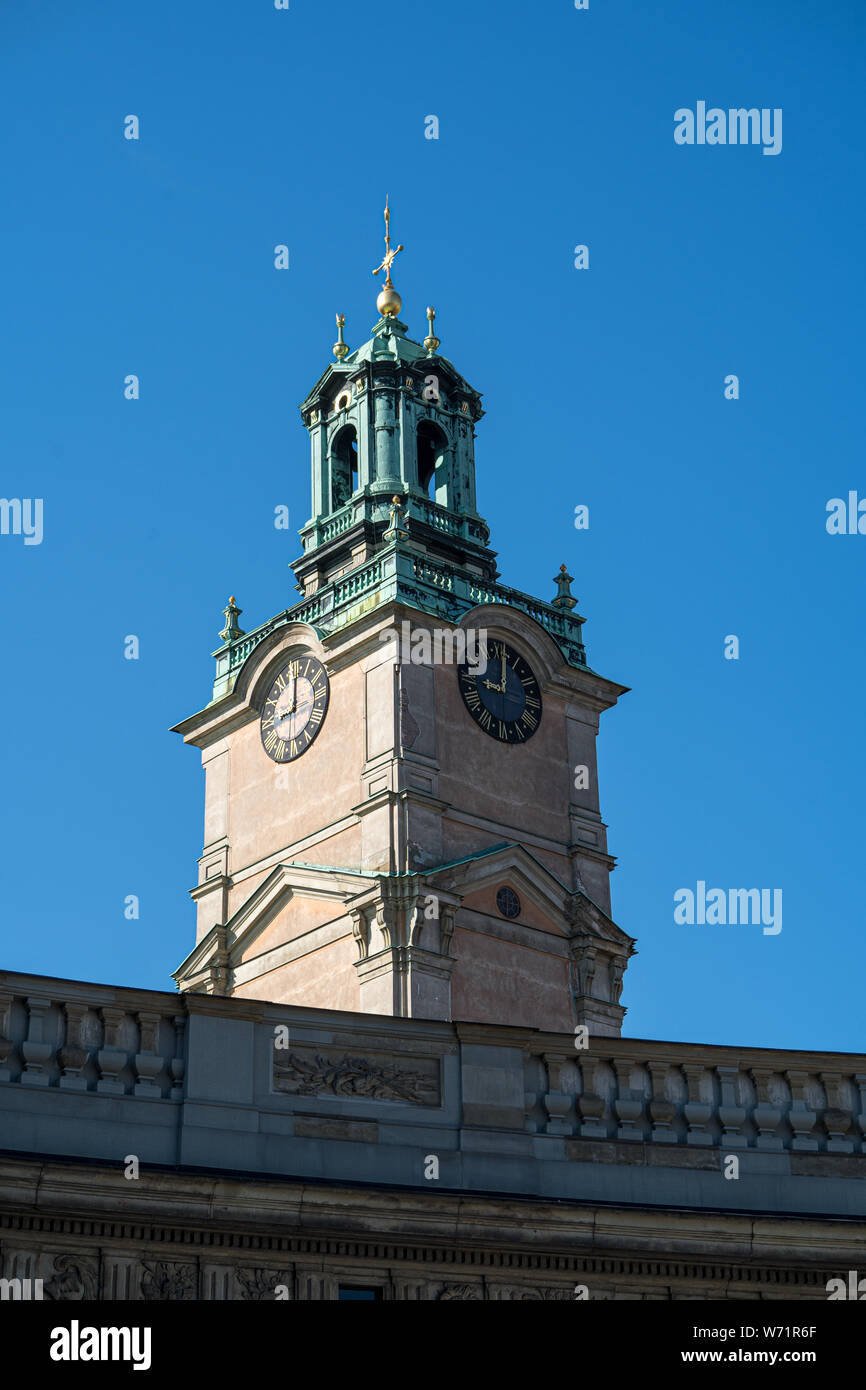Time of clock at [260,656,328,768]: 7:59
